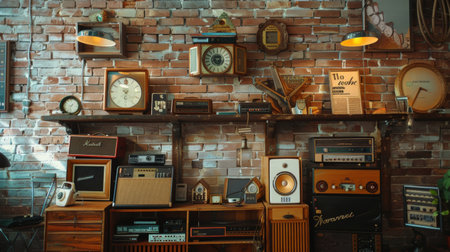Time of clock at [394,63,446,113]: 3:35
